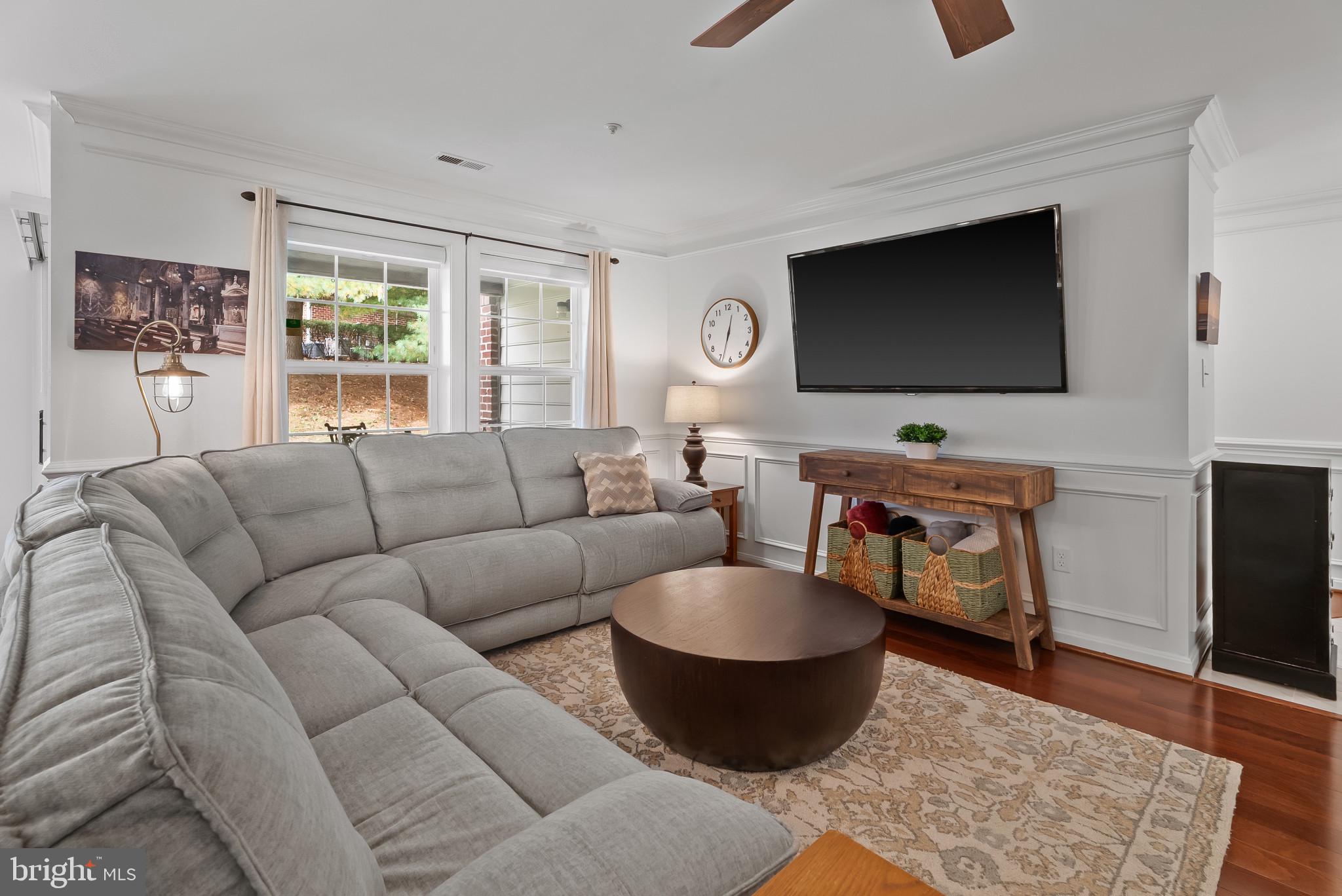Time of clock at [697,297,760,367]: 12:33
